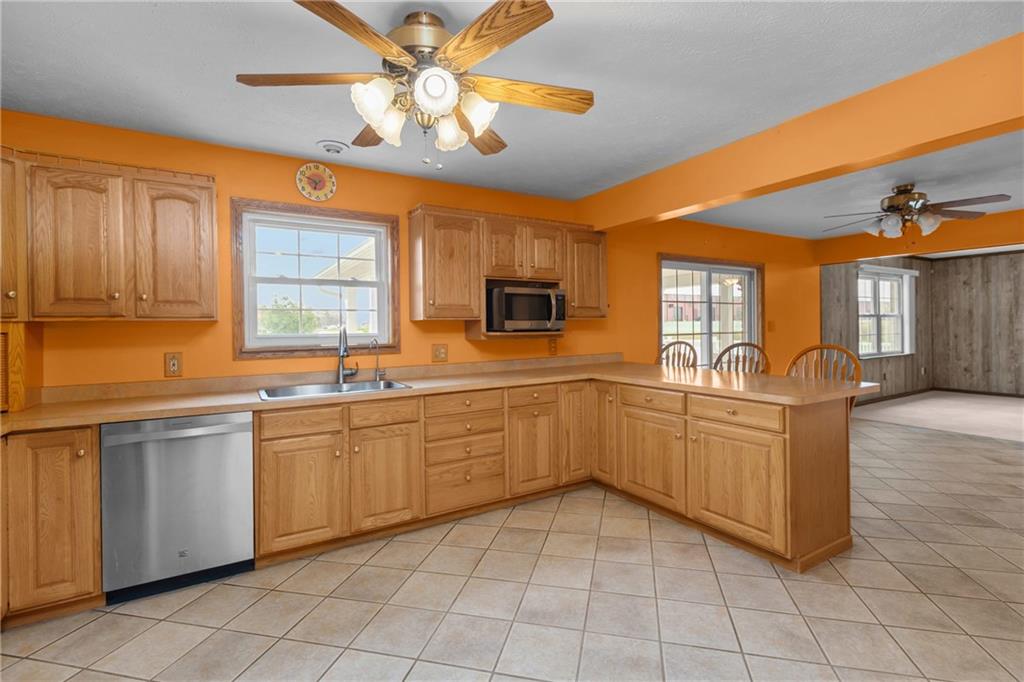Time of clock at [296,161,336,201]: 6:48
